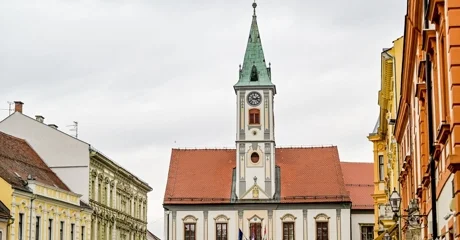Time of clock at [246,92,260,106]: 2:40
